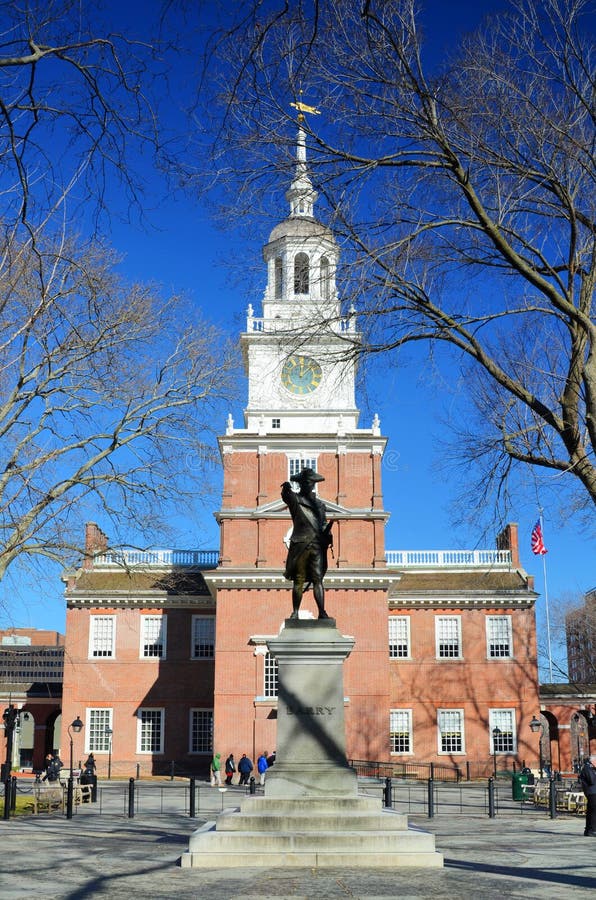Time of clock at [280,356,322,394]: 12:07
